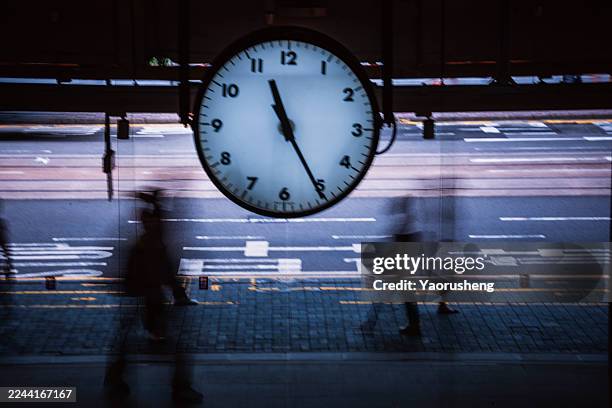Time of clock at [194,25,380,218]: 11:25
